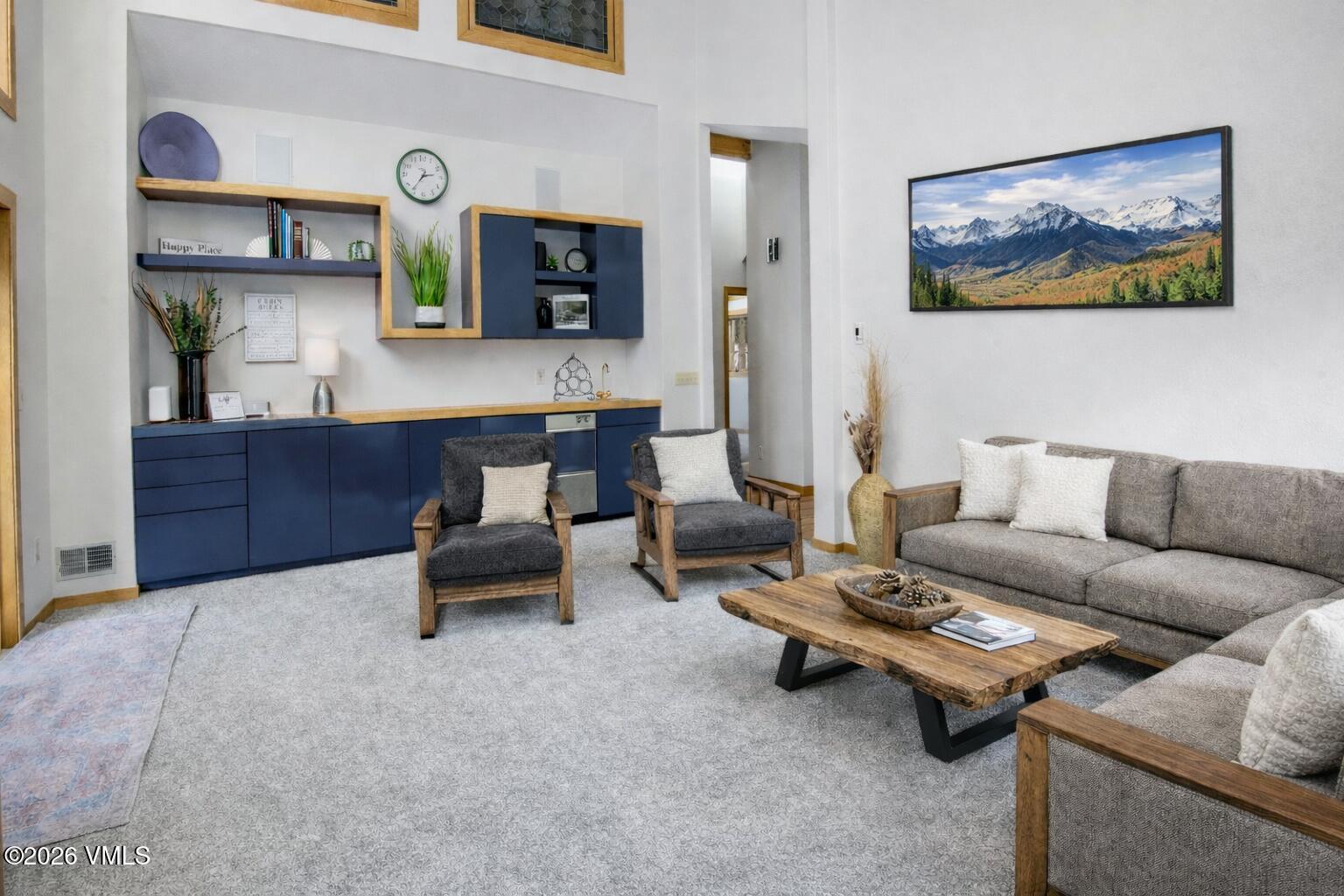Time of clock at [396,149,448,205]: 2:36
